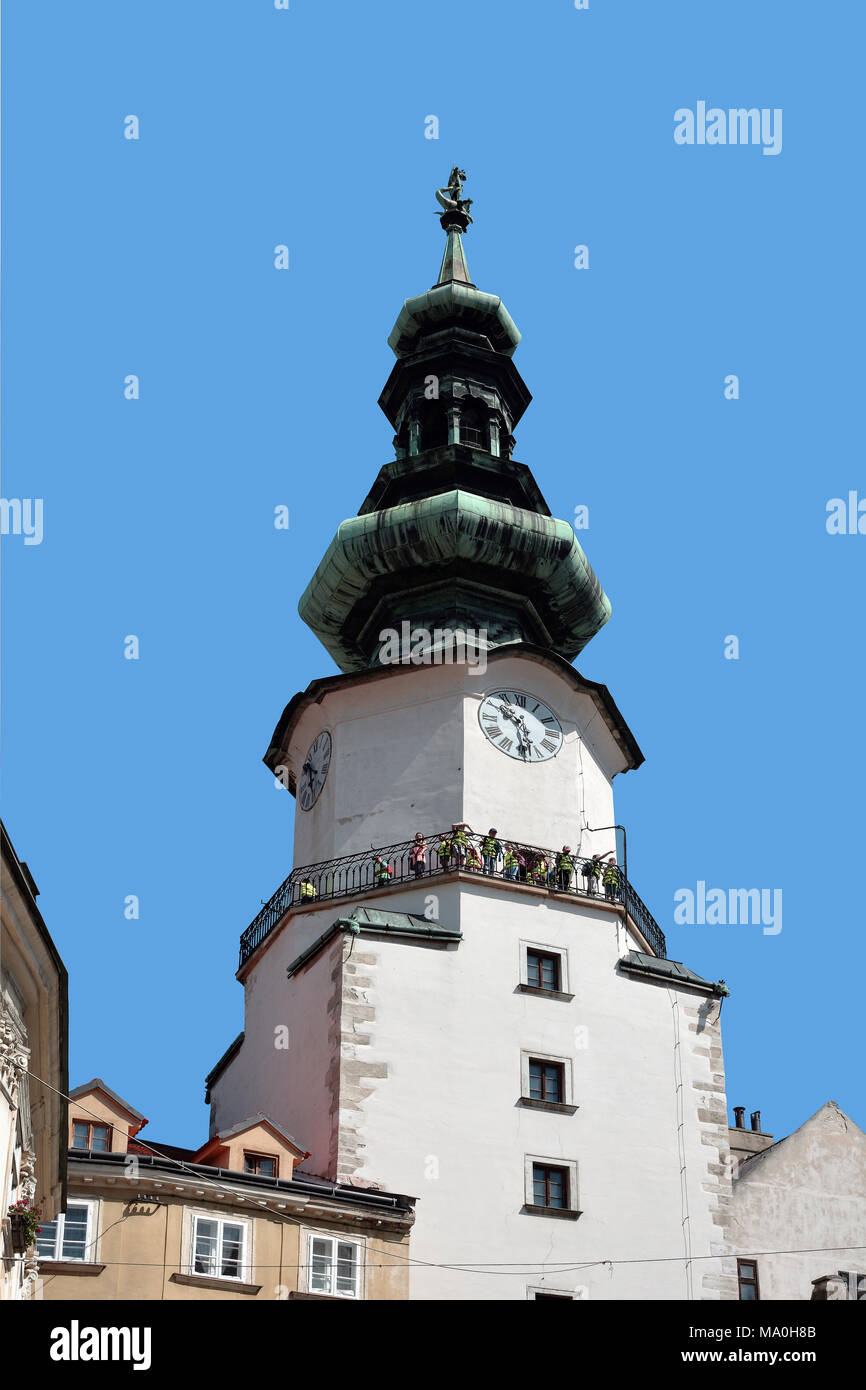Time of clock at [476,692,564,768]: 10:28
